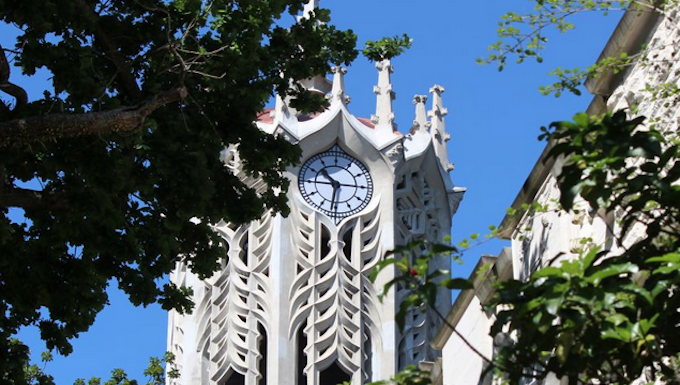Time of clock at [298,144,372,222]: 10:31
